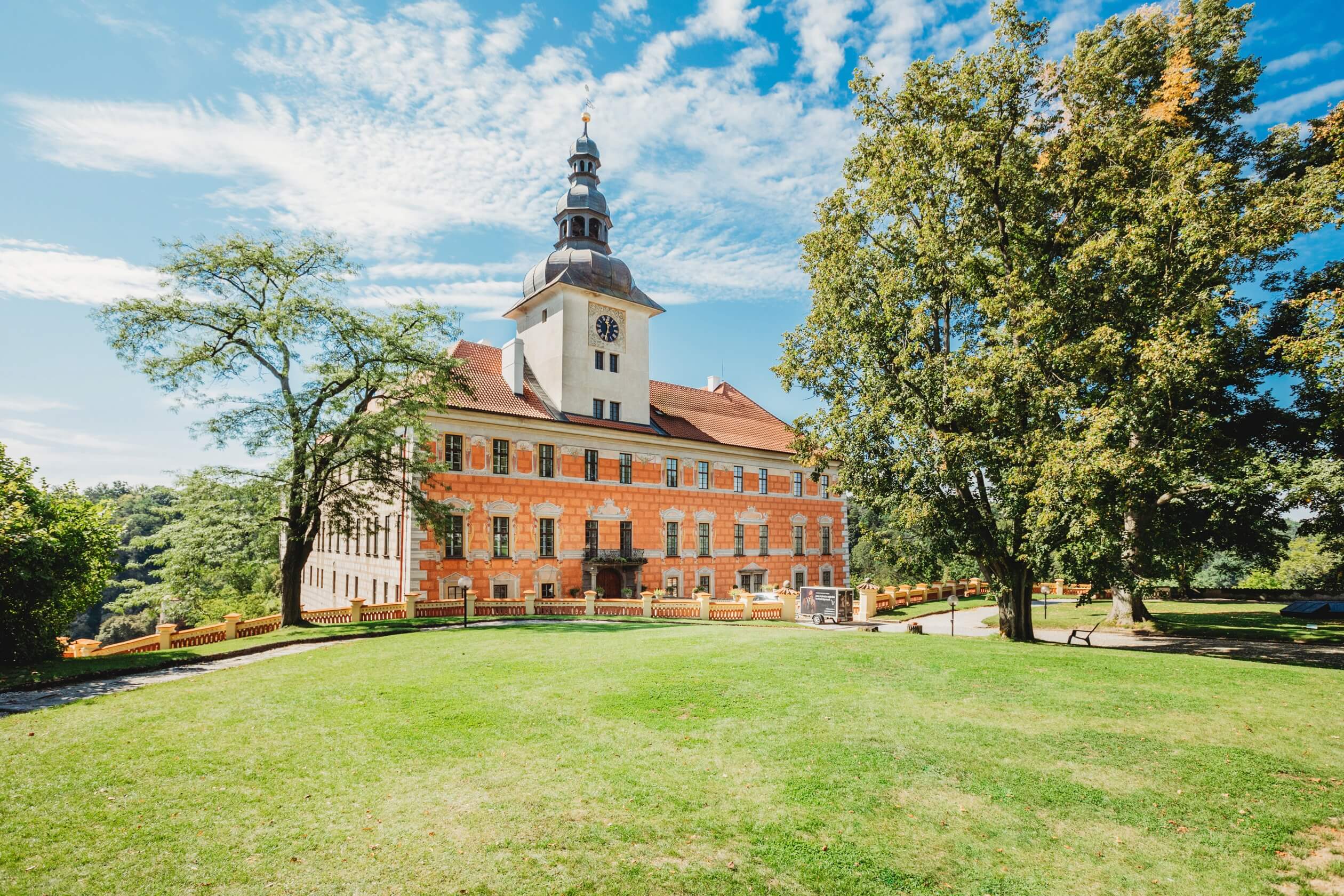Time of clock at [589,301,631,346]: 11:32
